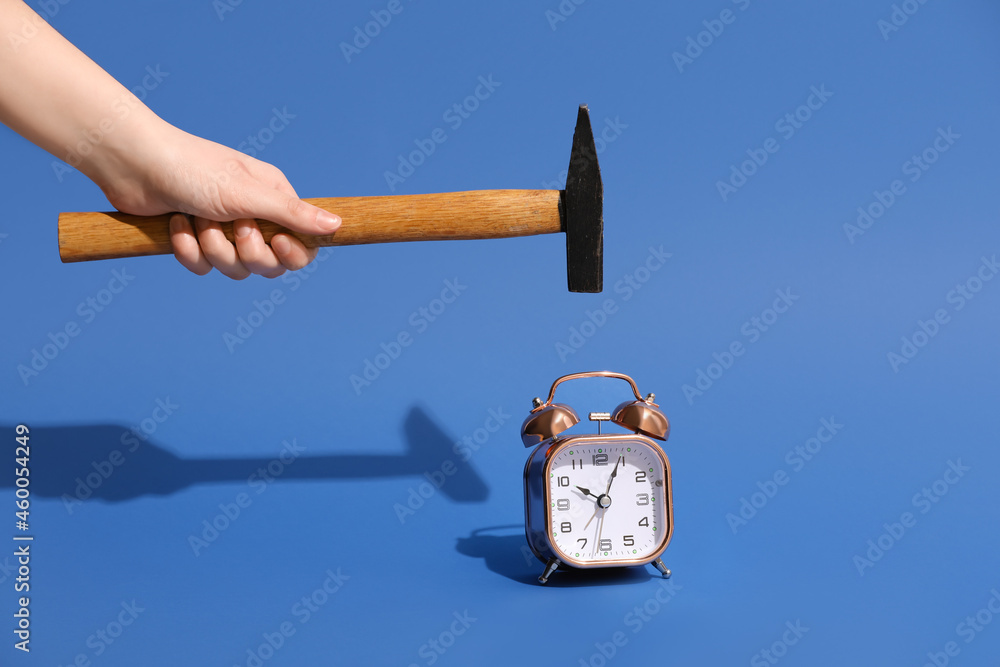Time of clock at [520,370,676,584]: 10:04
